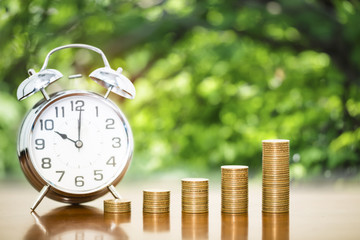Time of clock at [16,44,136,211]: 10:00
